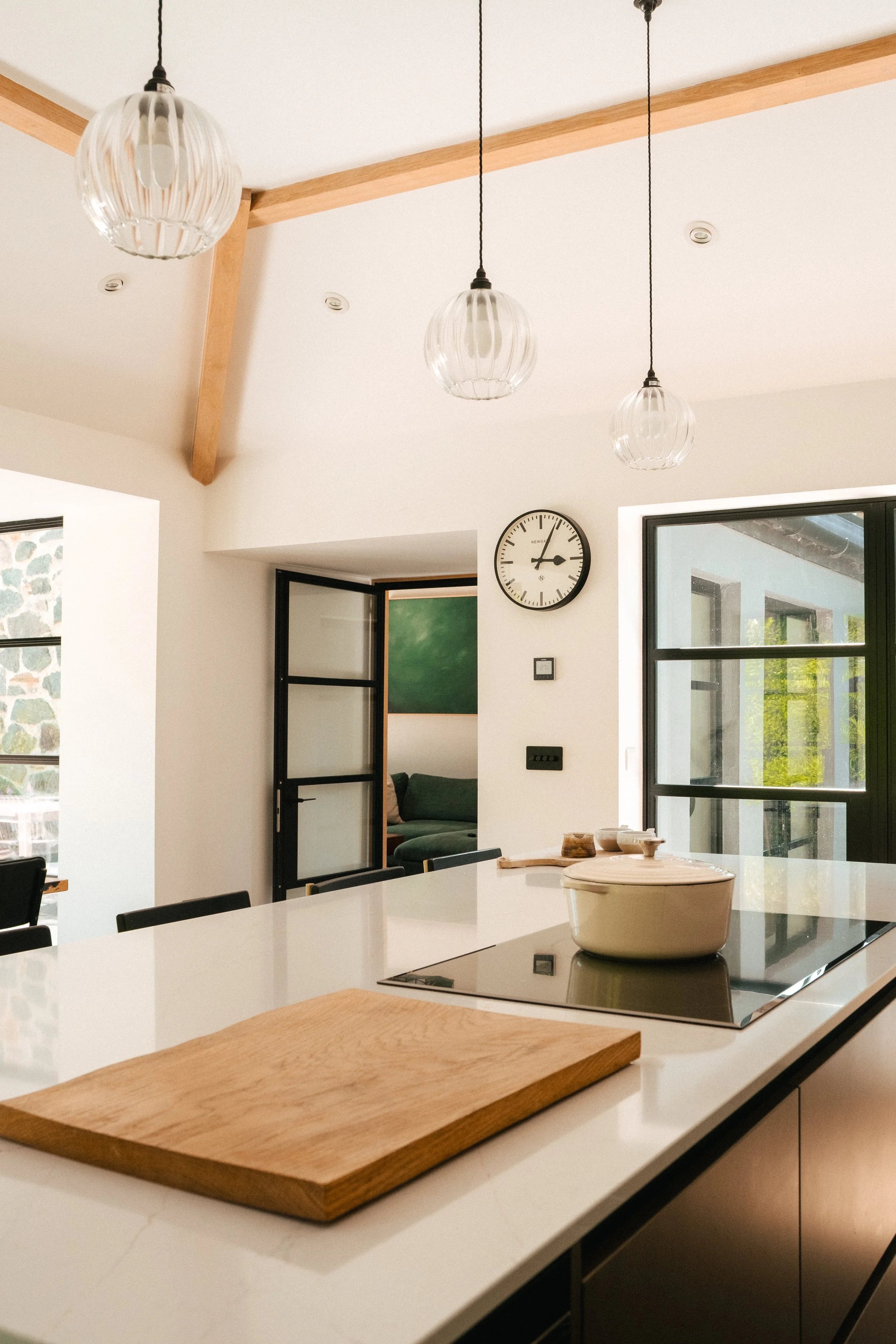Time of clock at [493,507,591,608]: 3:04
